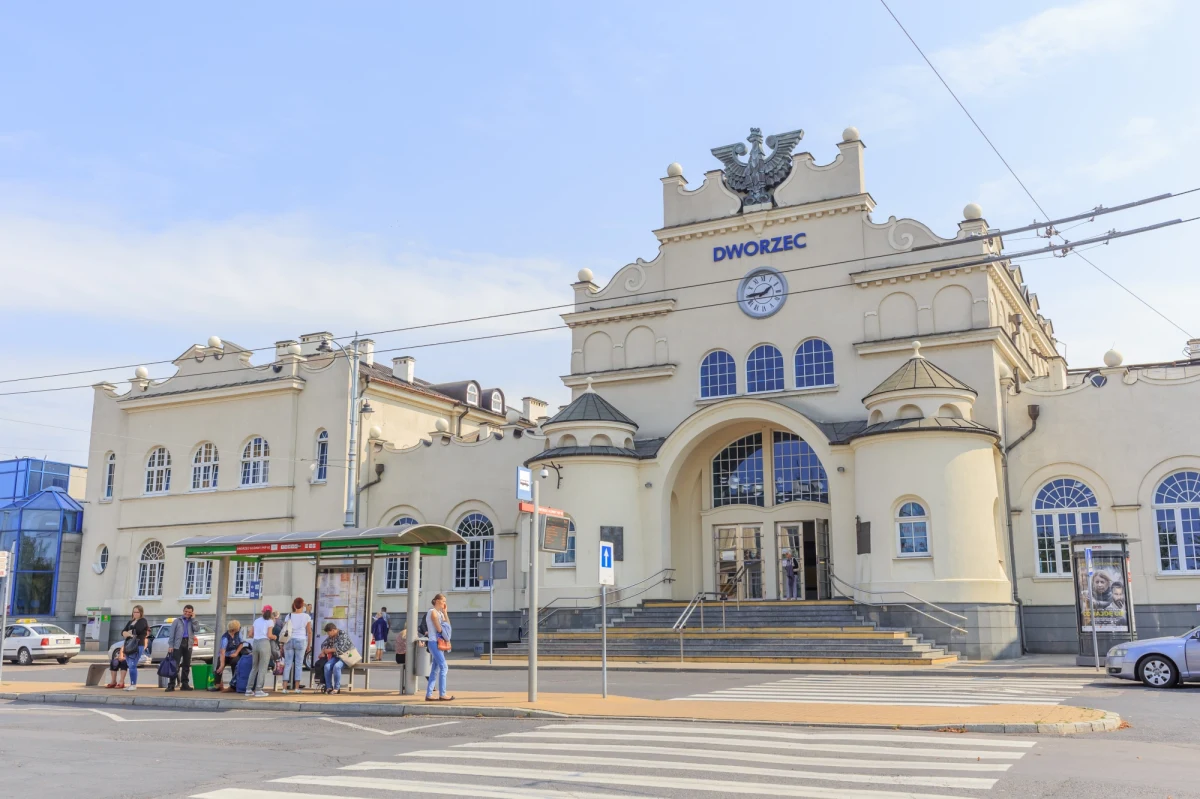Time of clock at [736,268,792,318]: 1:44
